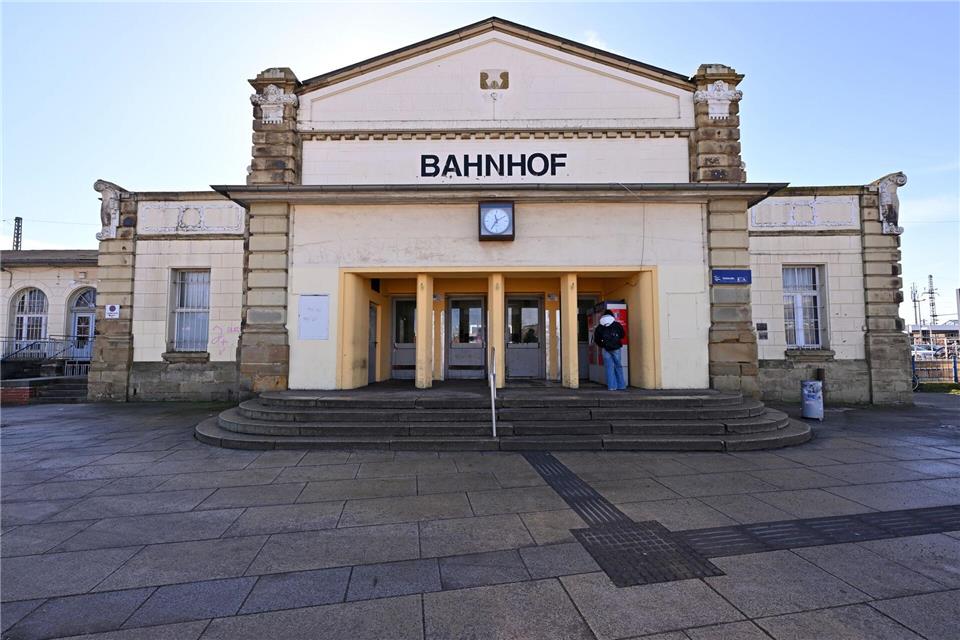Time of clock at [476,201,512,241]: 11:35
